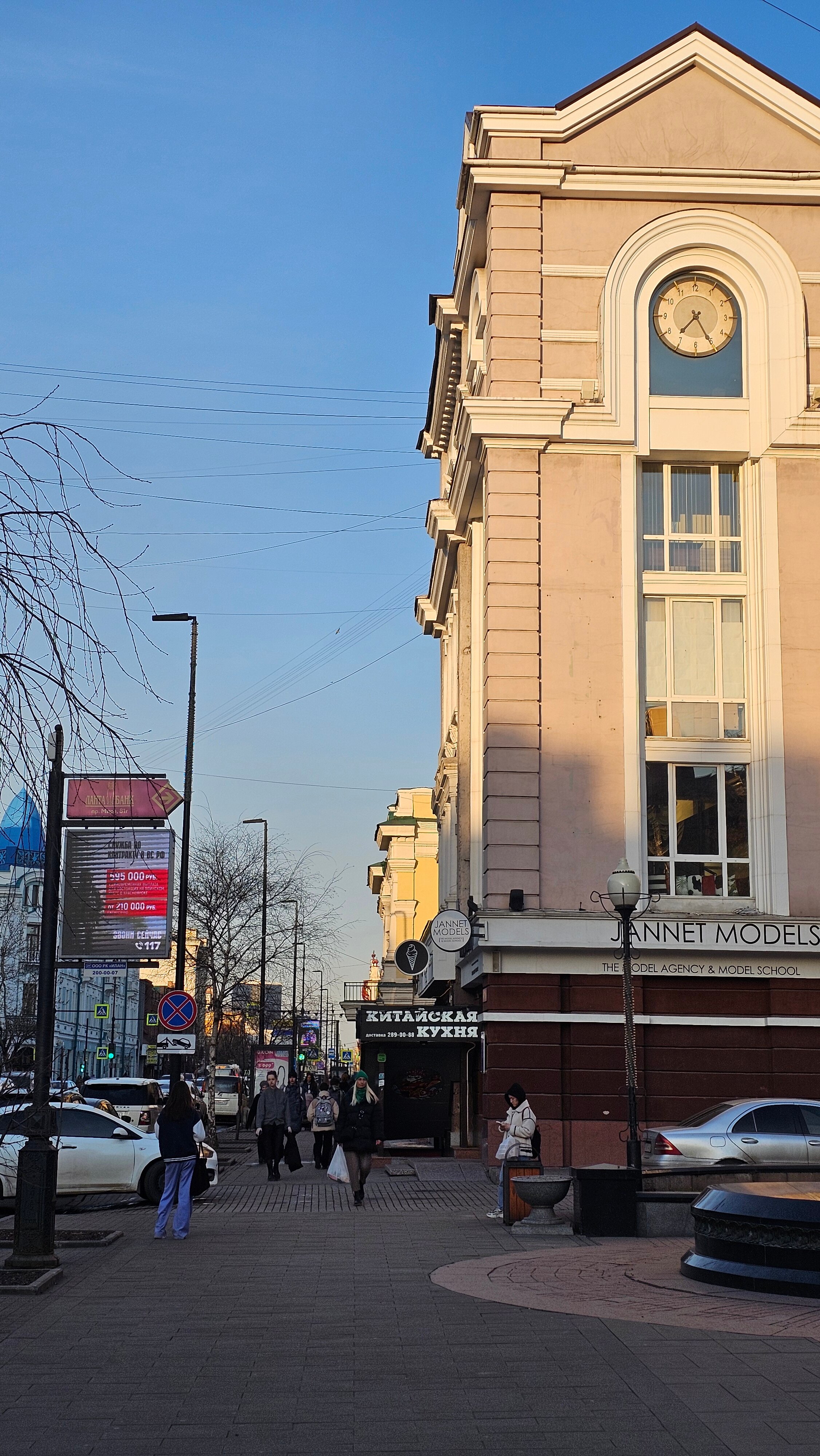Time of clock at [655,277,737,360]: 7:25
